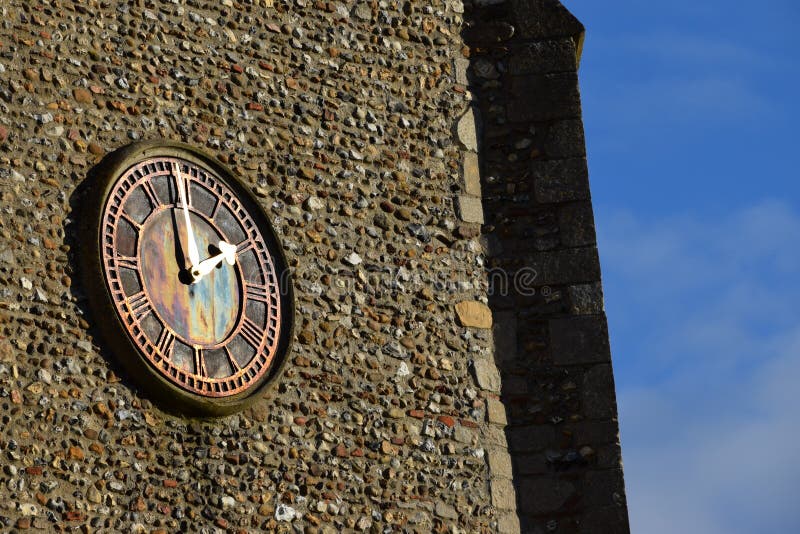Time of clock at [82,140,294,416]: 1:59
